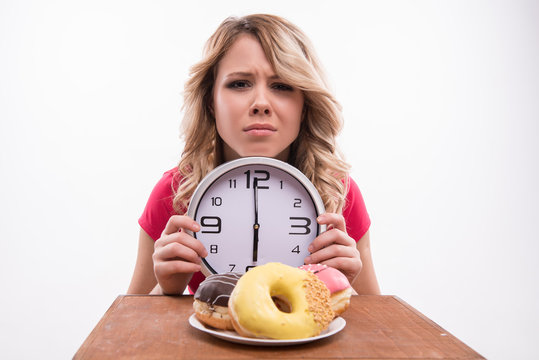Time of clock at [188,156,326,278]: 5:59
